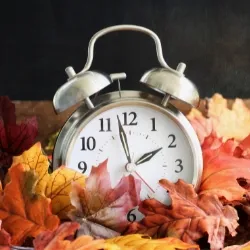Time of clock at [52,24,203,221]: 1:57
